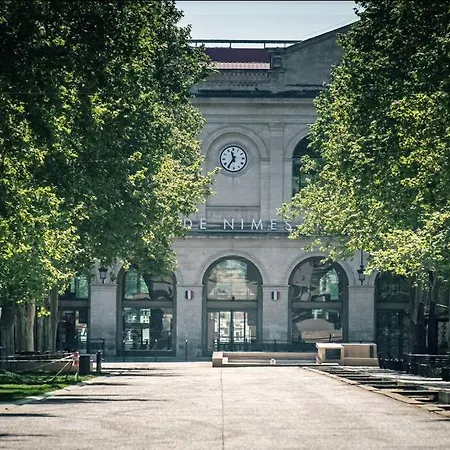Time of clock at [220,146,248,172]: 11:35
